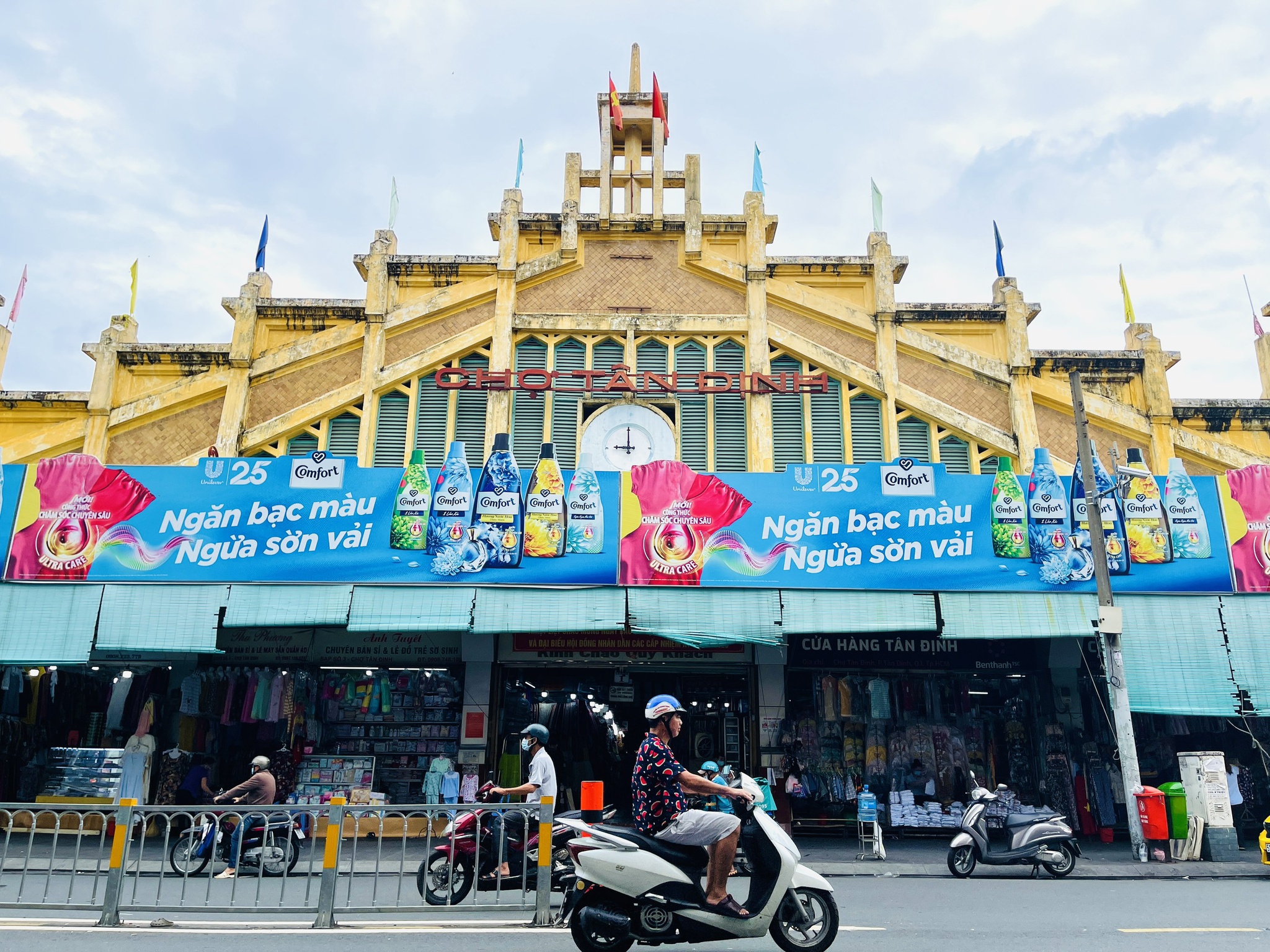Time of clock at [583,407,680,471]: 8:59
